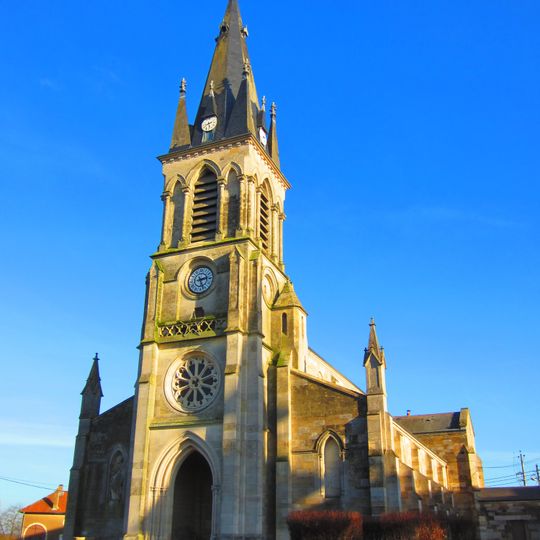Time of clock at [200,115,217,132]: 8:27
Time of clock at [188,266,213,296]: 2:26
